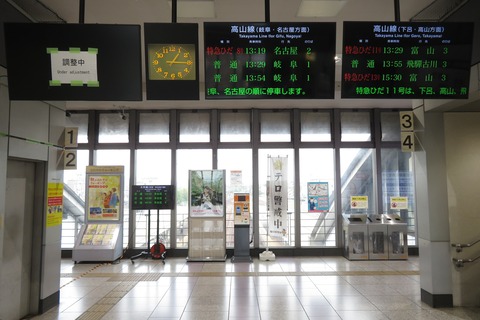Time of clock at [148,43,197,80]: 1:15
